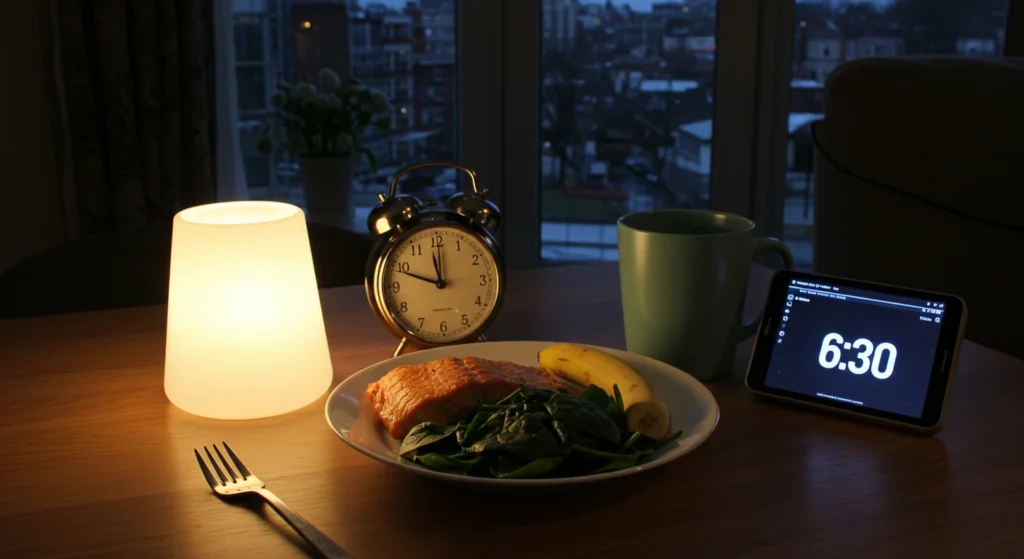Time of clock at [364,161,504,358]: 11:48
